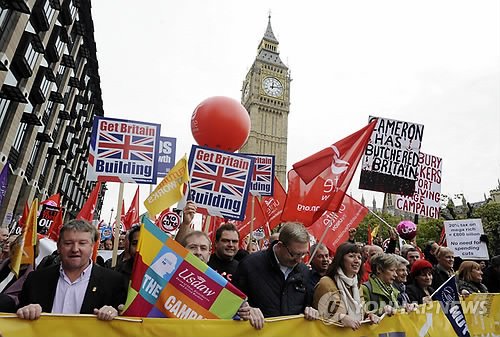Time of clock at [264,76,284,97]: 12:13
